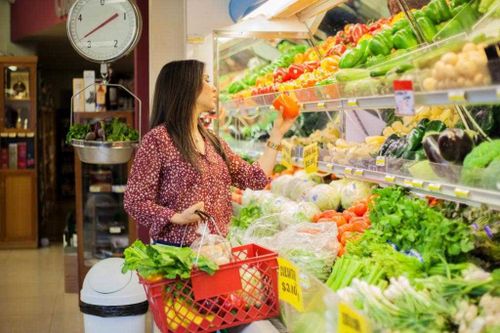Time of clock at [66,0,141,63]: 1:38
